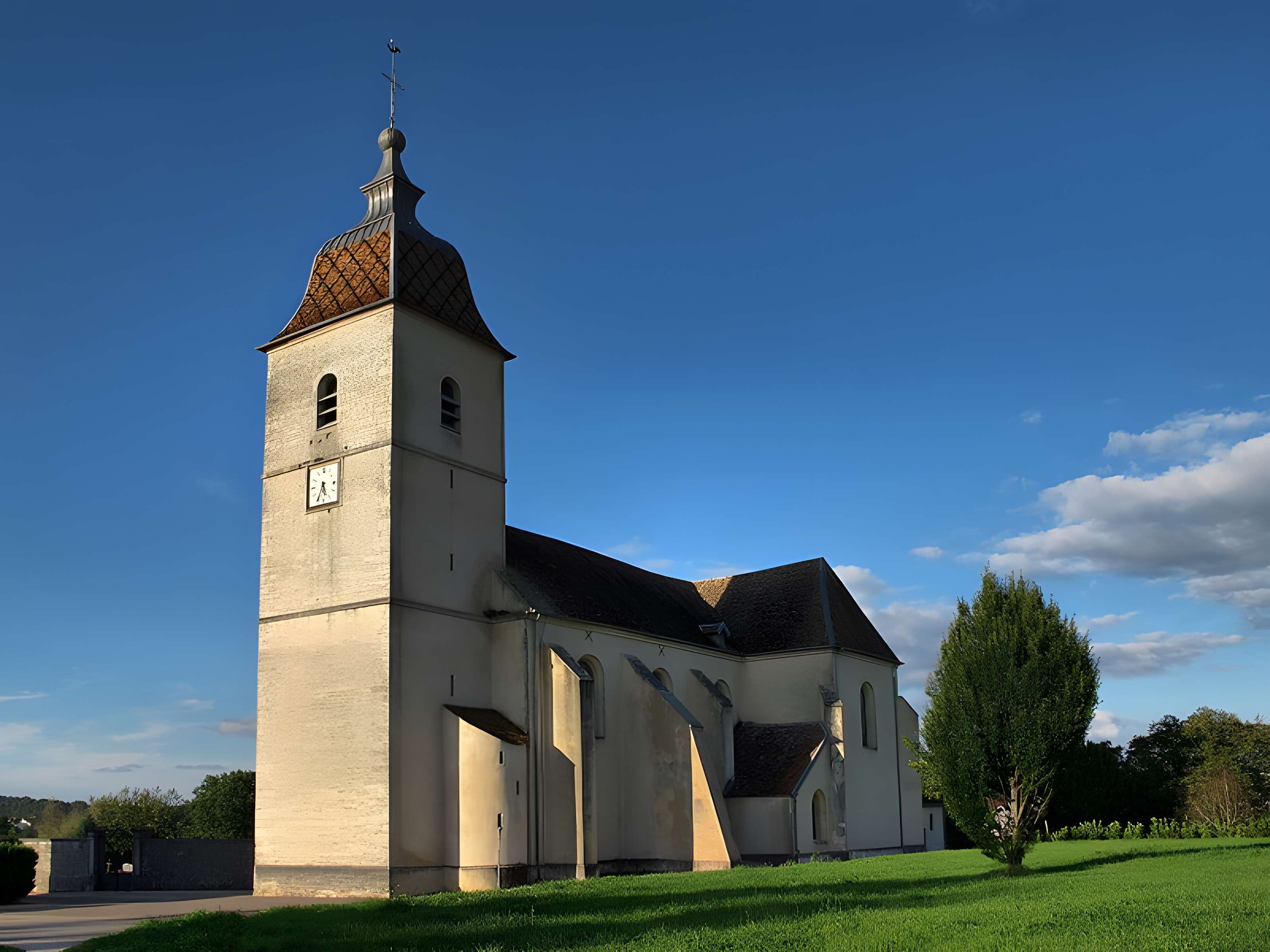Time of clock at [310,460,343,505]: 5:35
